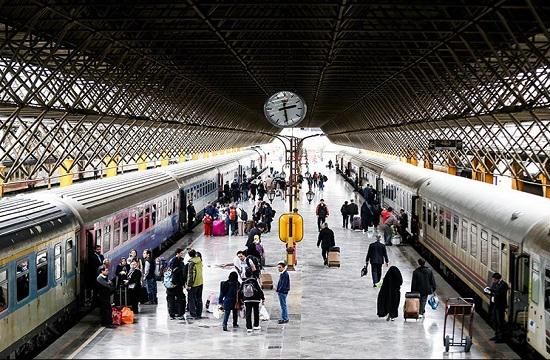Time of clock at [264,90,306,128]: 2:28
